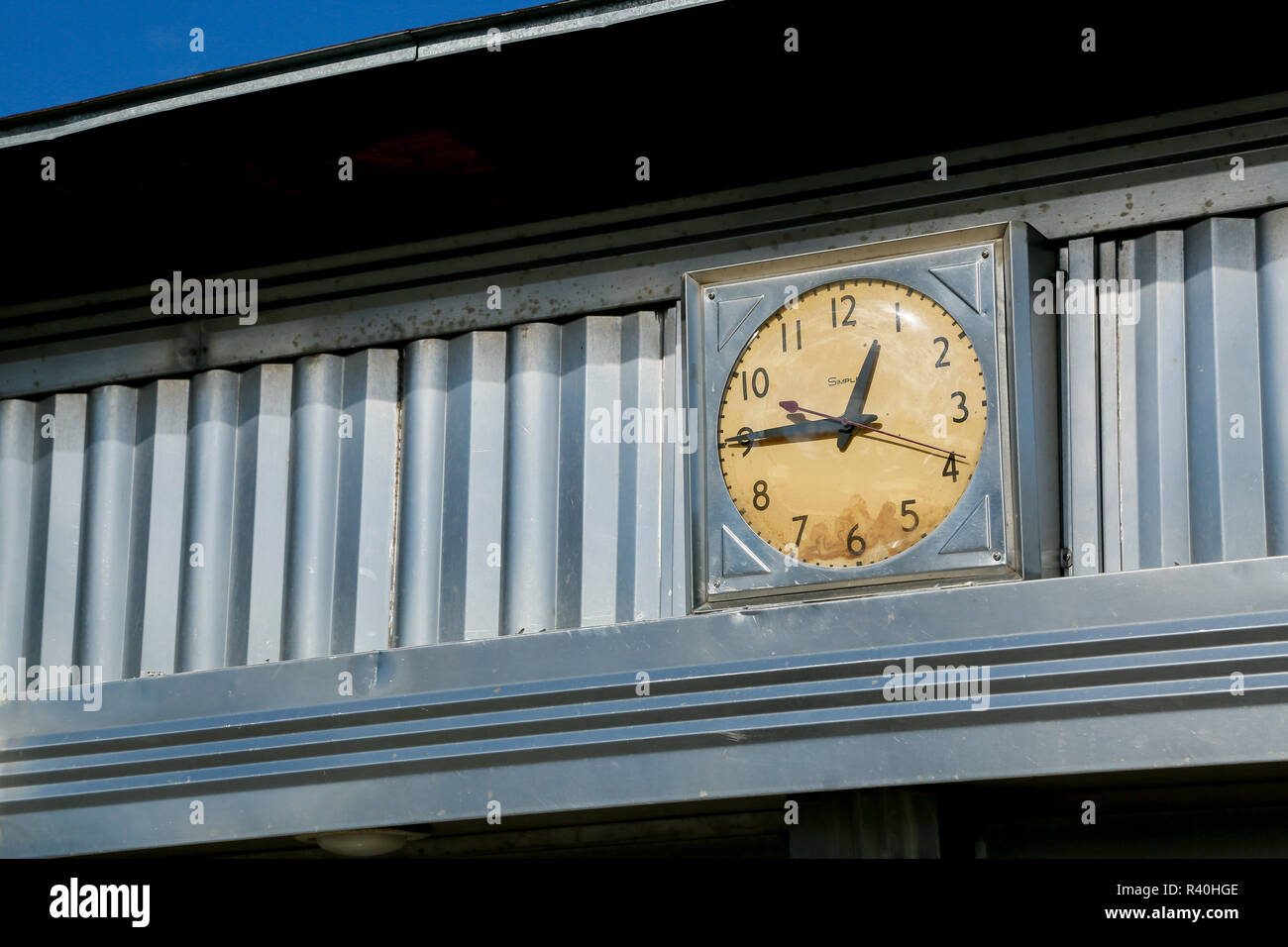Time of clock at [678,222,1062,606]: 12:45
